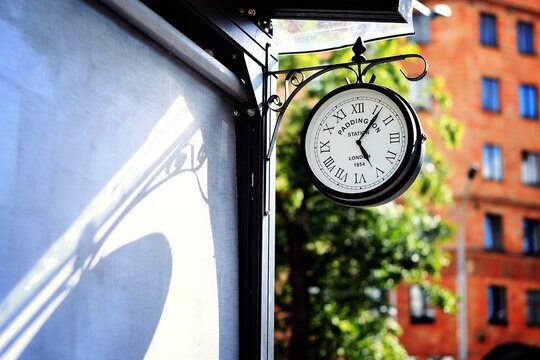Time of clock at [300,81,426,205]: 5:06
